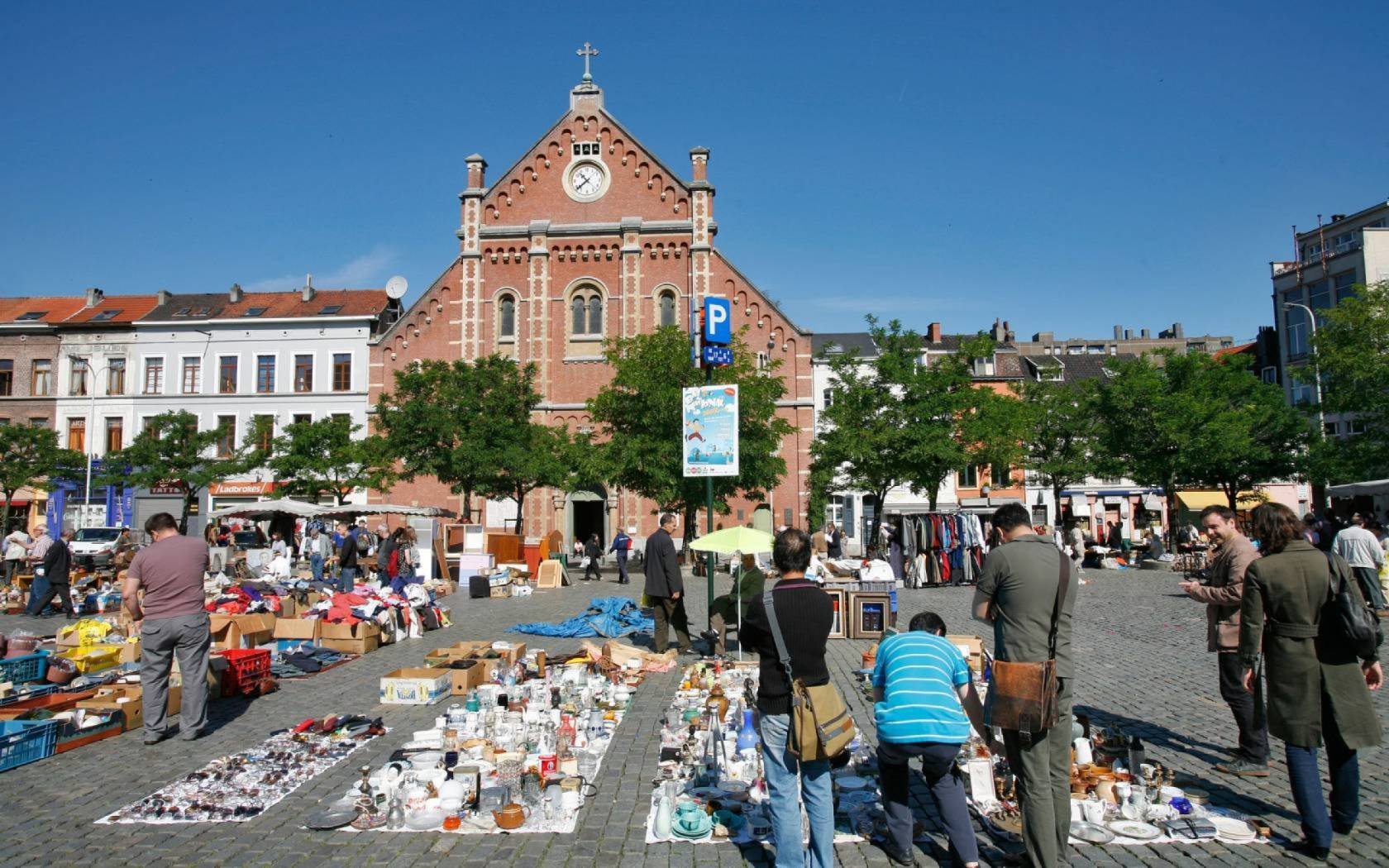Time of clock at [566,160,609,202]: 10:38
